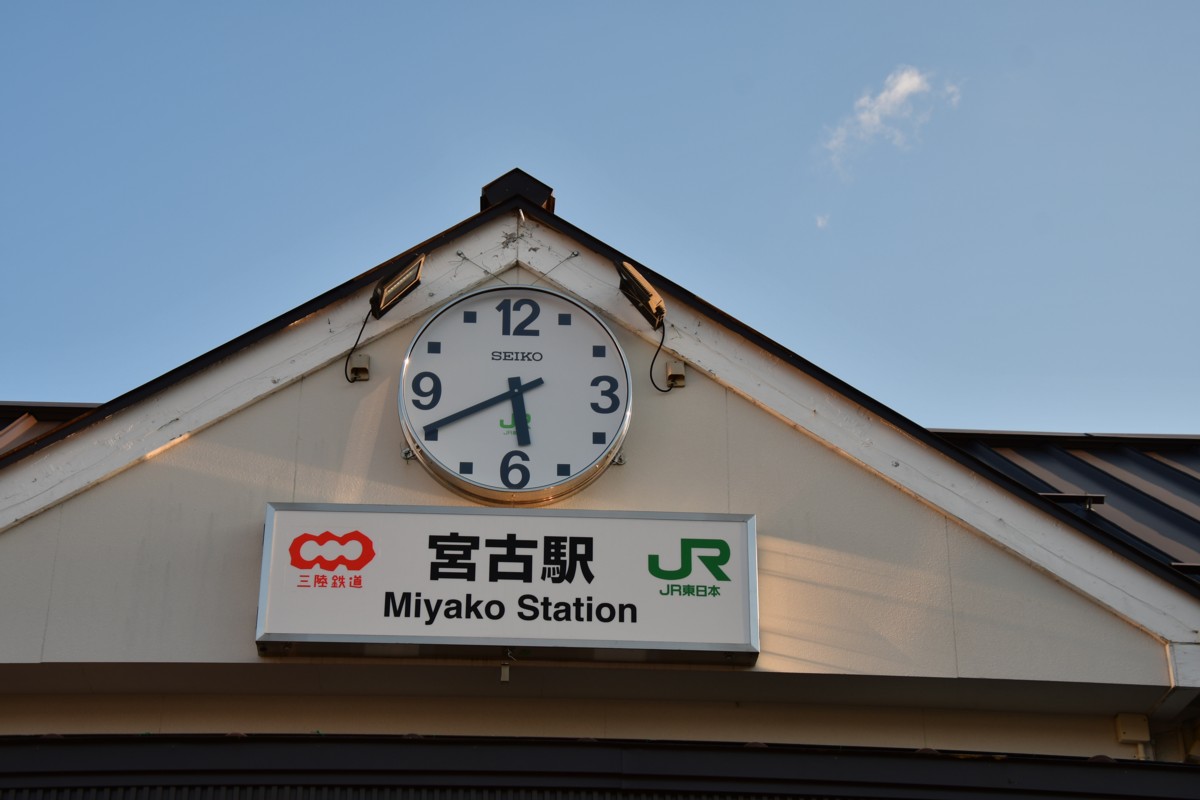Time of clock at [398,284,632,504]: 5:40
